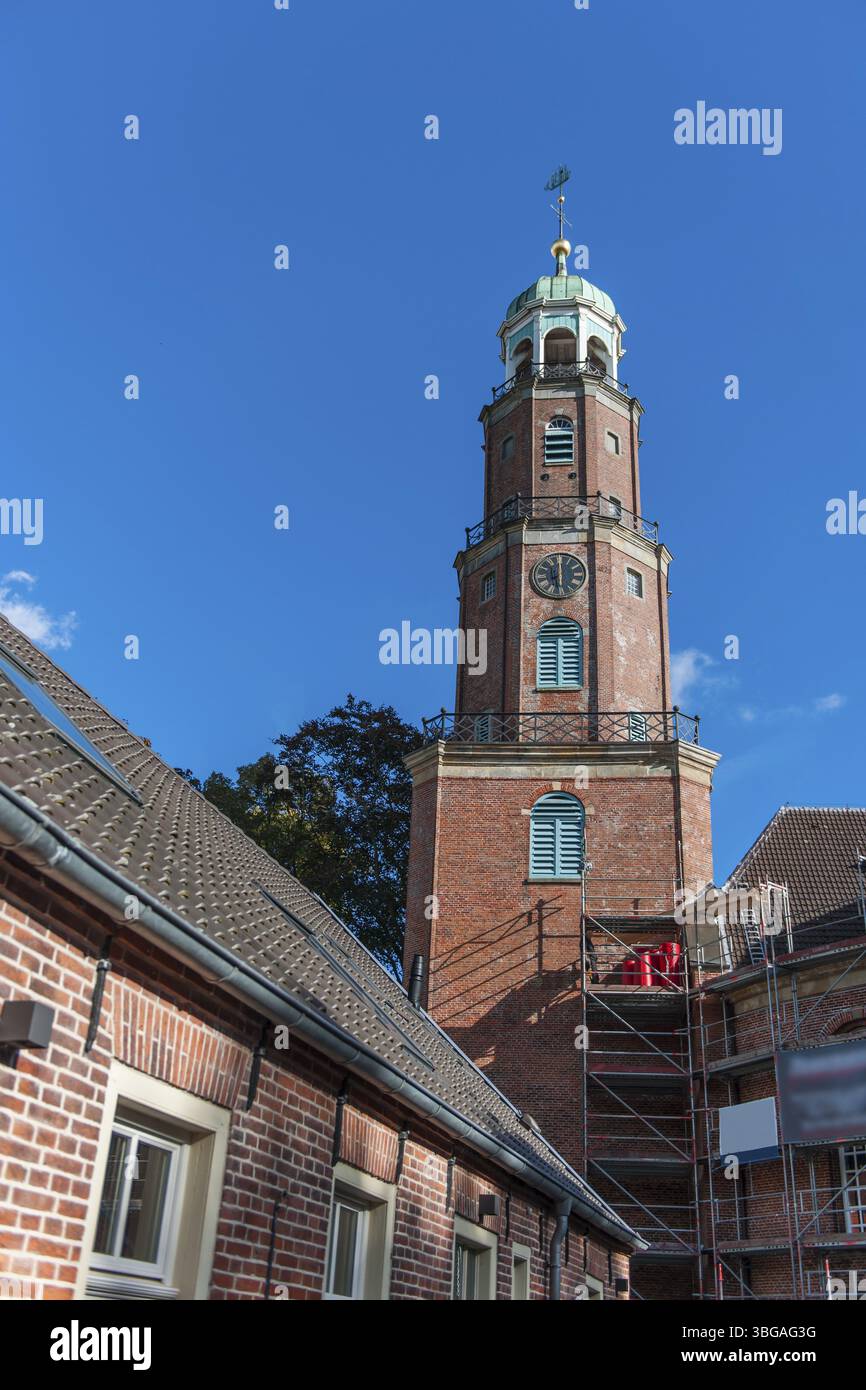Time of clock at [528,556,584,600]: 5:59
